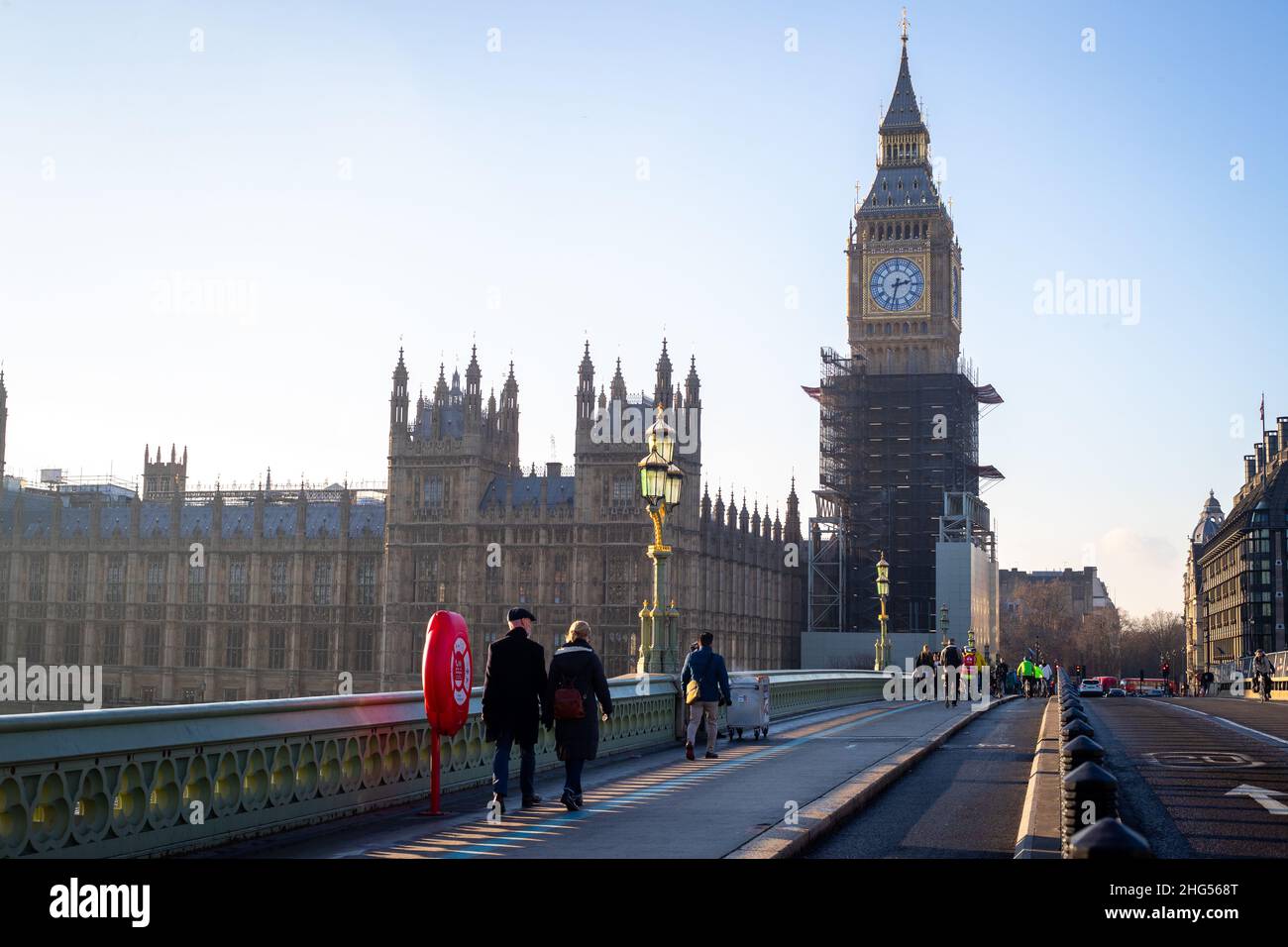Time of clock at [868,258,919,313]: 2:32
